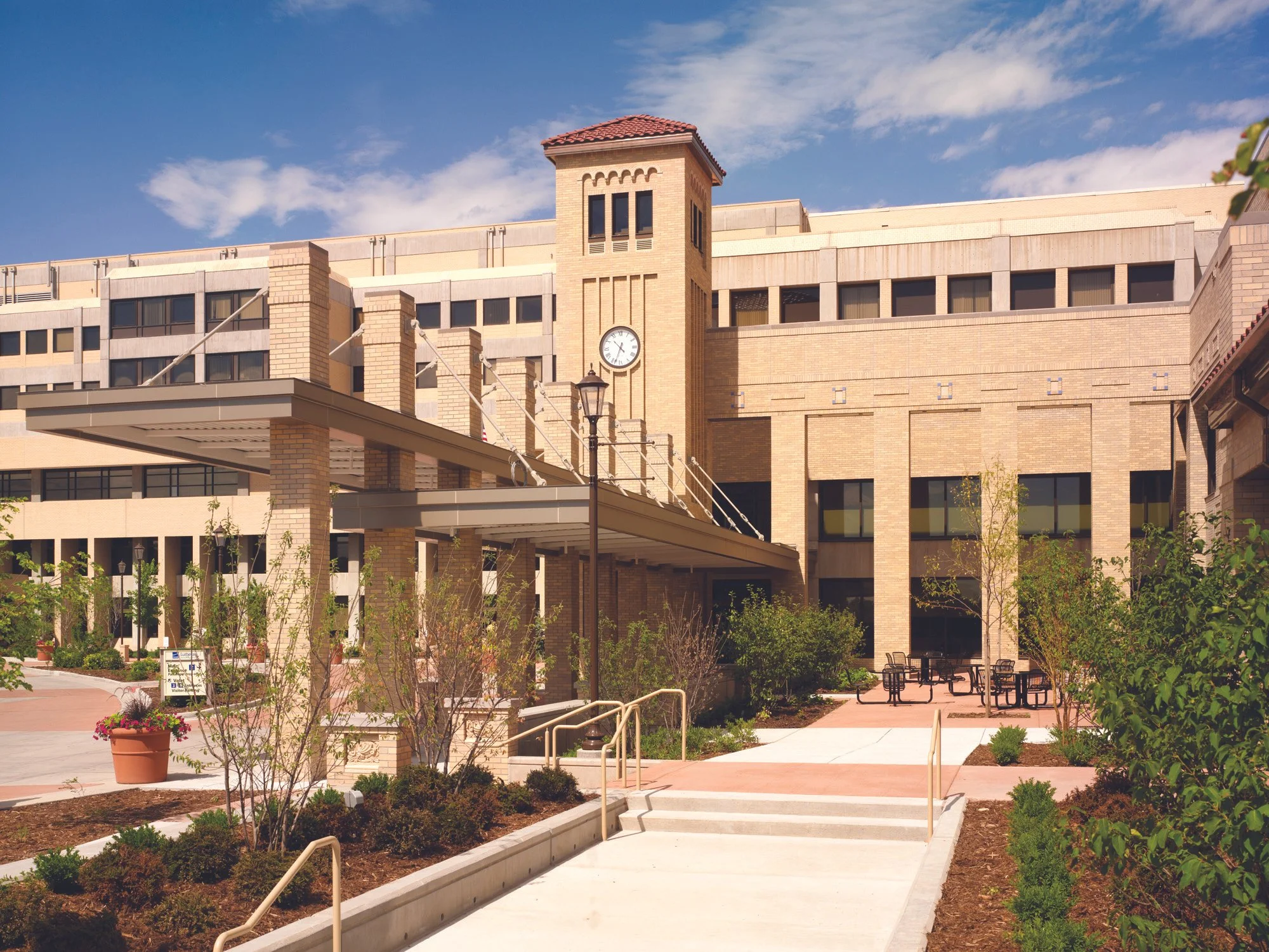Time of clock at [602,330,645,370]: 4:33
